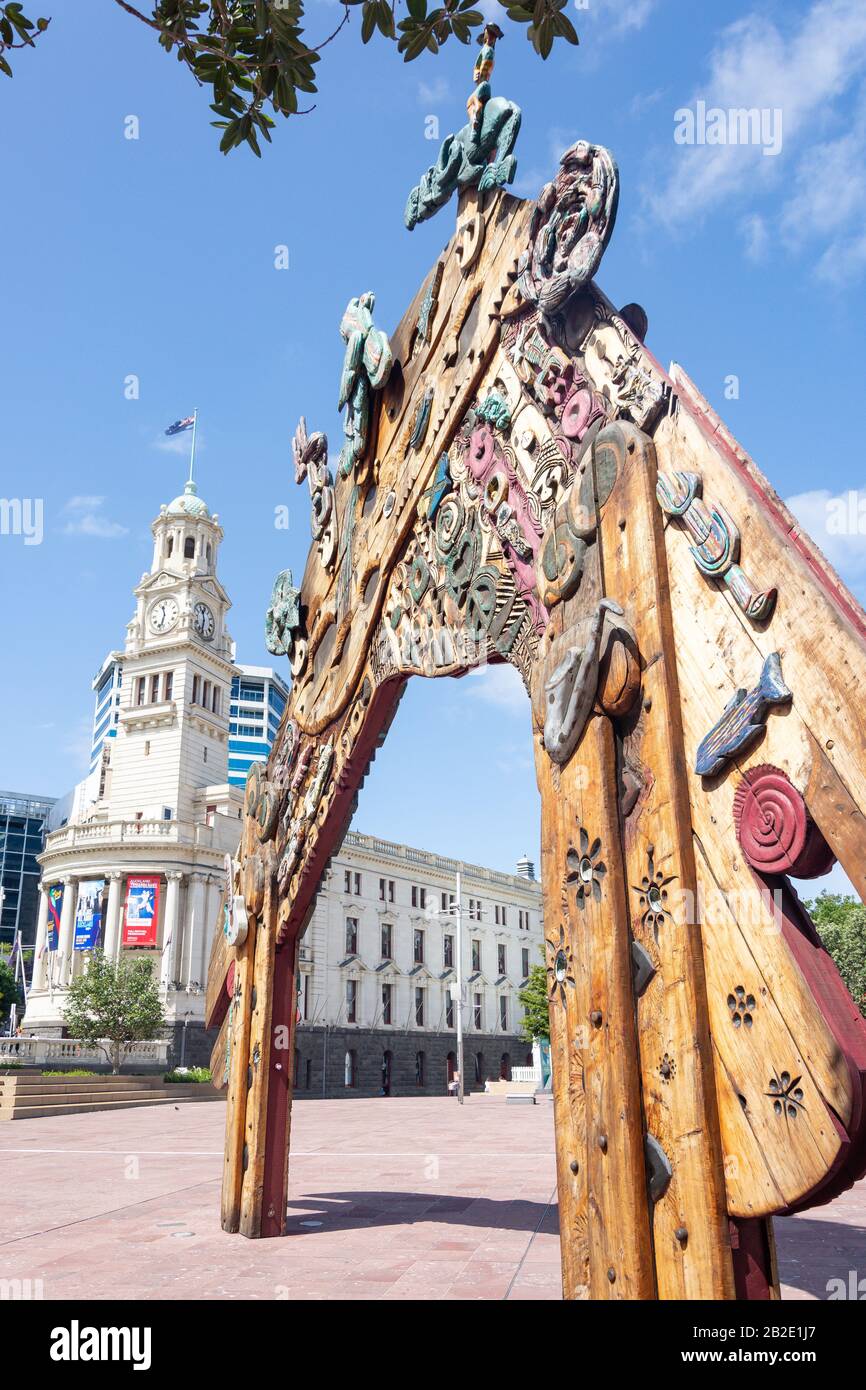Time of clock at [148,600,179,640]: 11:32
